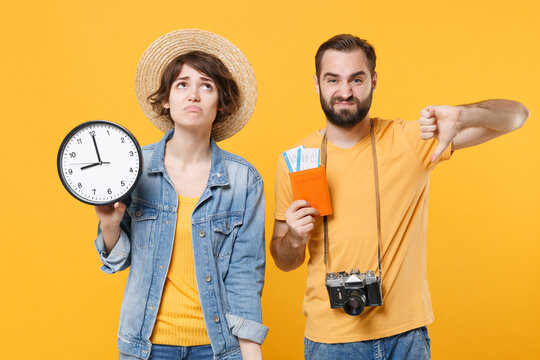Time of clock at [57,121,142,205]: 8:59
